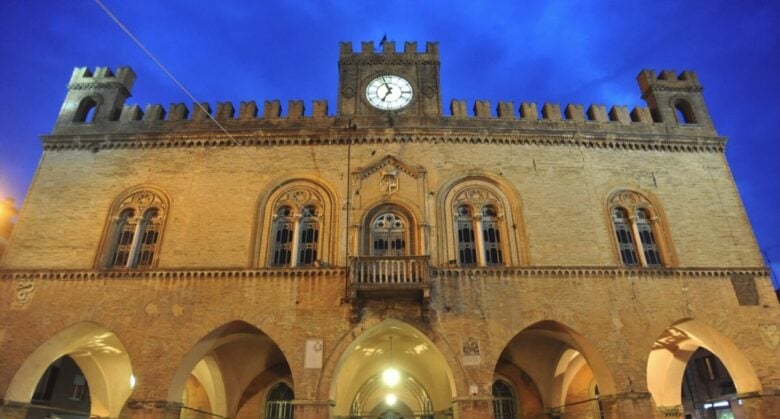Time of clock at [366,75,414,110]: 6:56
